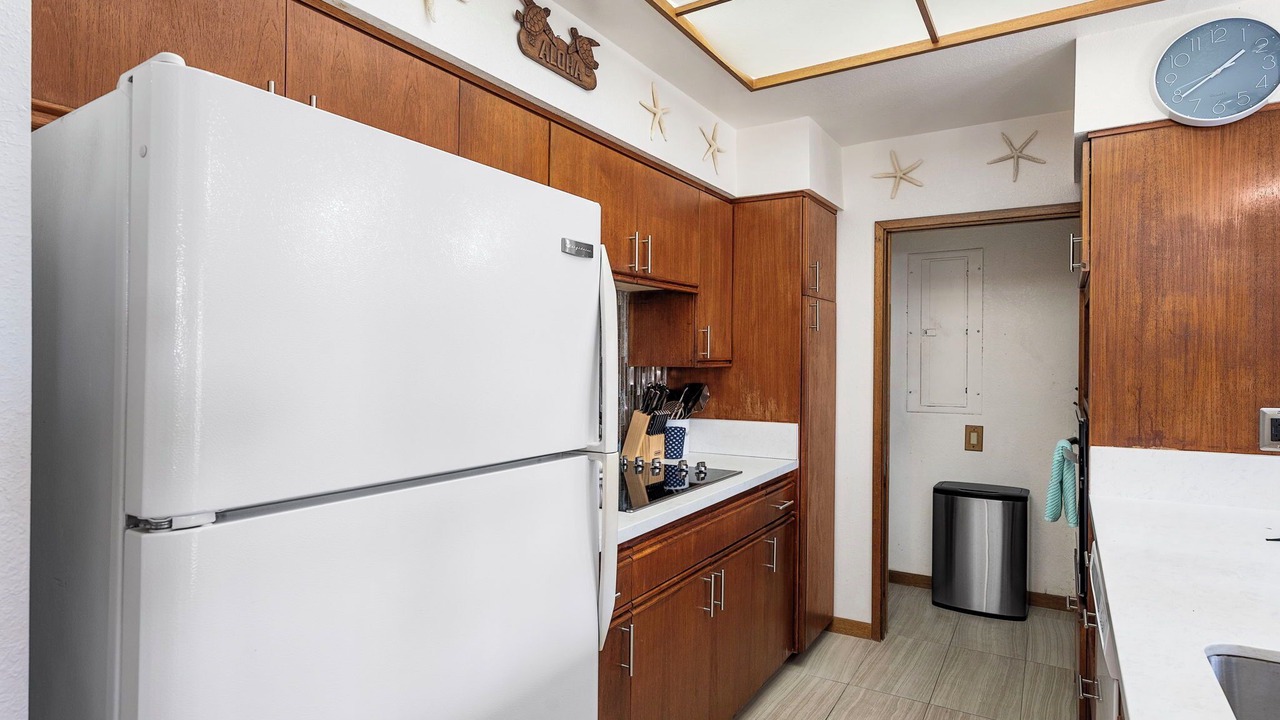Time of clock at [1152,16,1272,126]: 1:39
